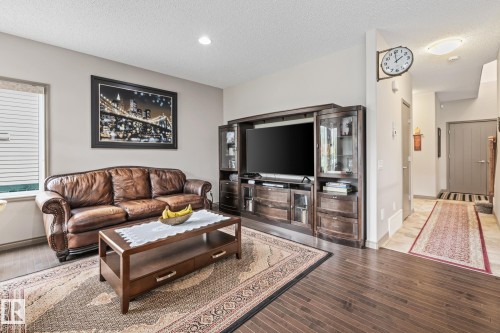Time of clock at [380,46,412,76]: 1:59
